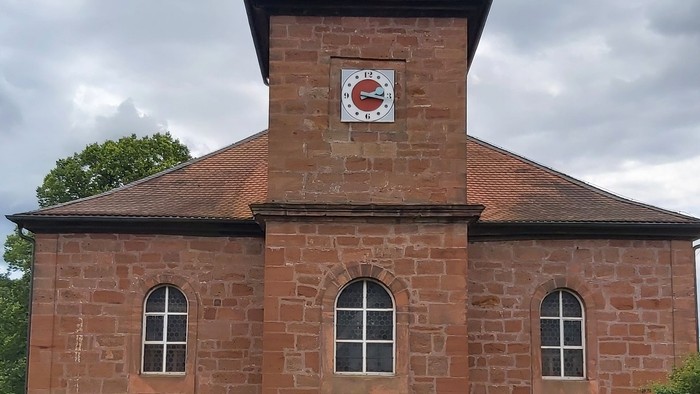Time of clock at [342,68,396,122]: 2:17
